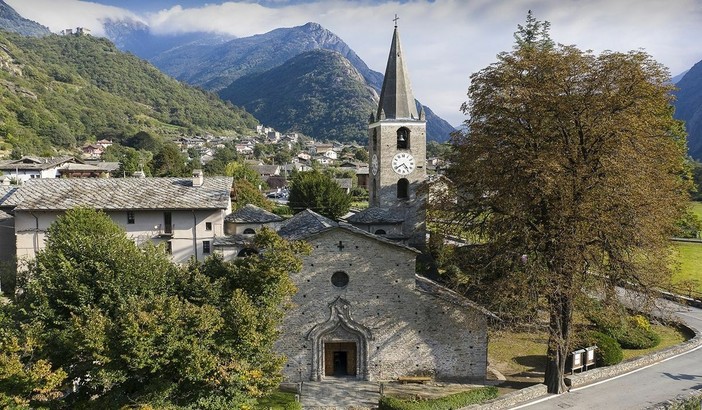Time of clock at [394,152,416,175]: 4:39
